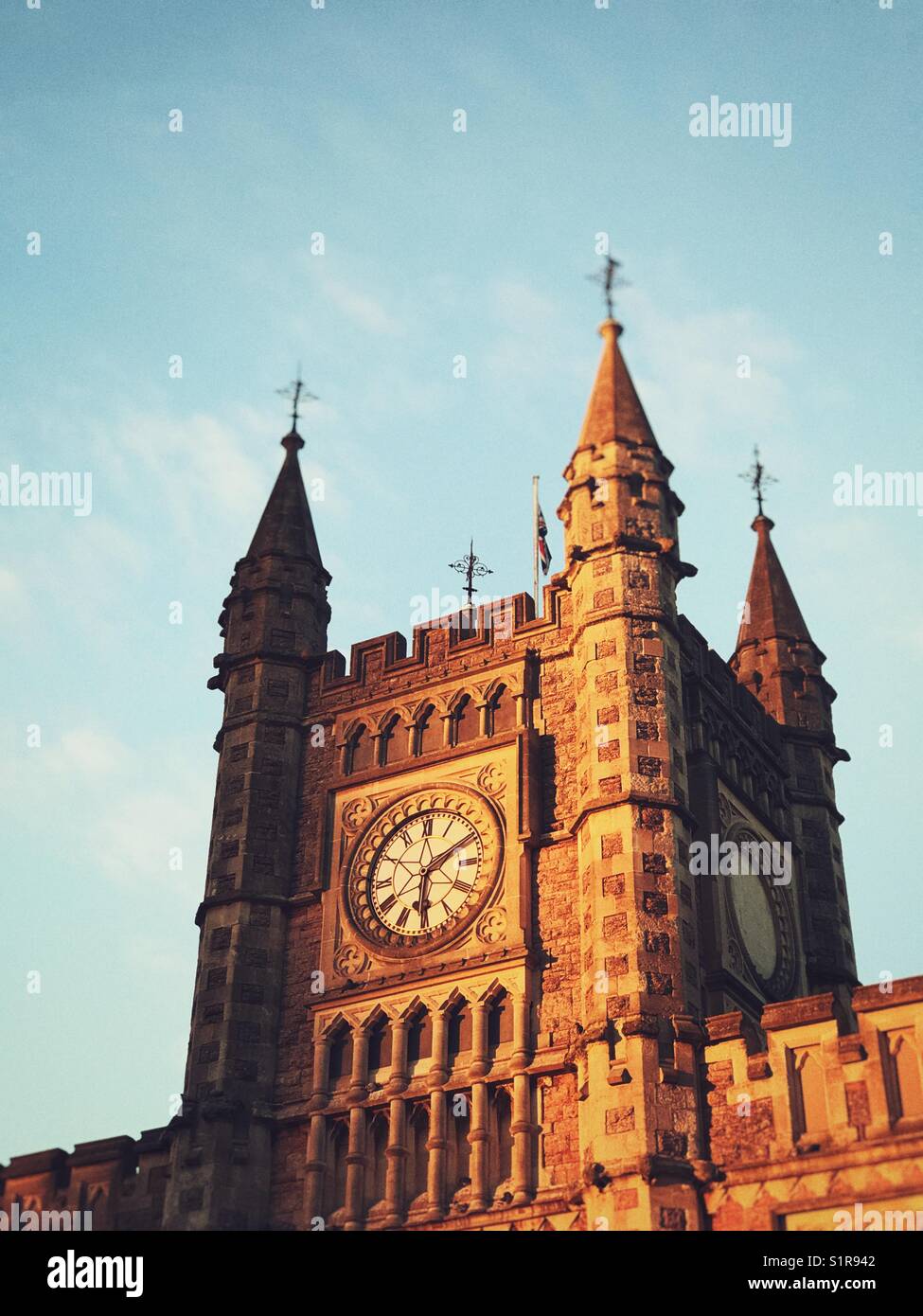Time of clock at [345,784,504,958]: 6:10
